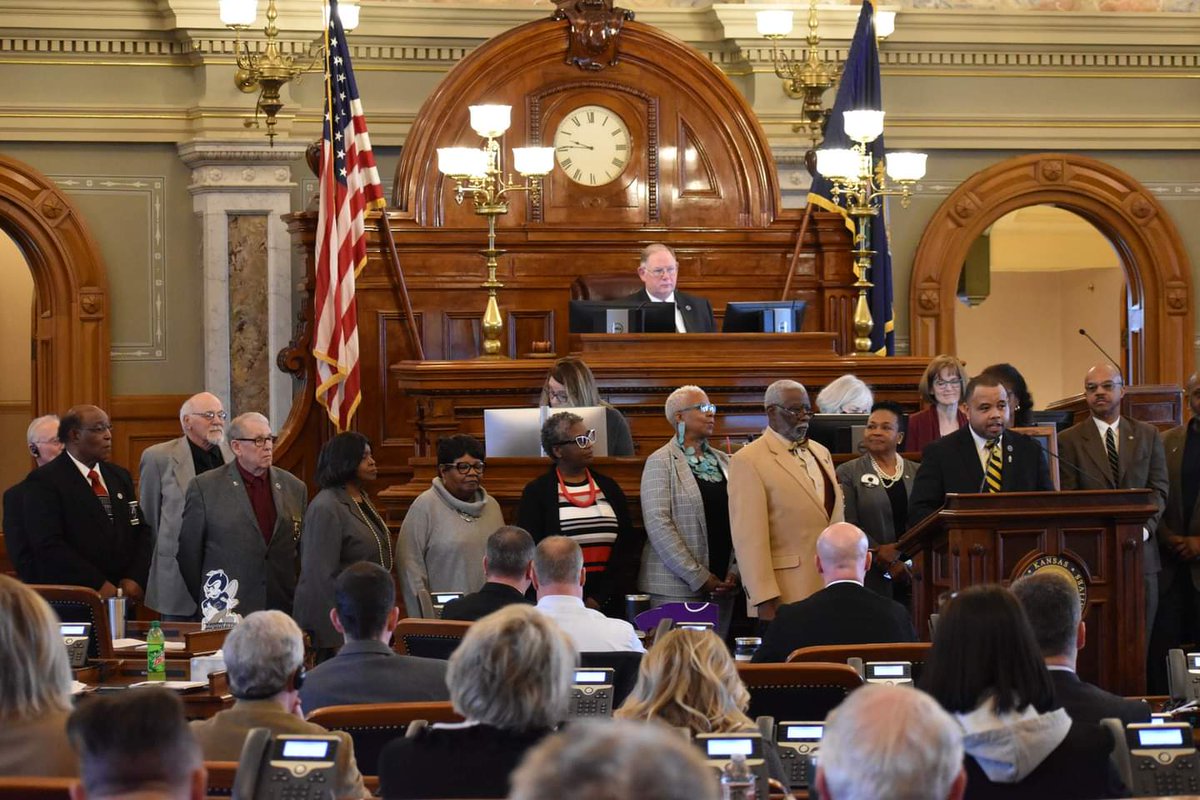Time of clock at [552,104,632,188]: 9:45
